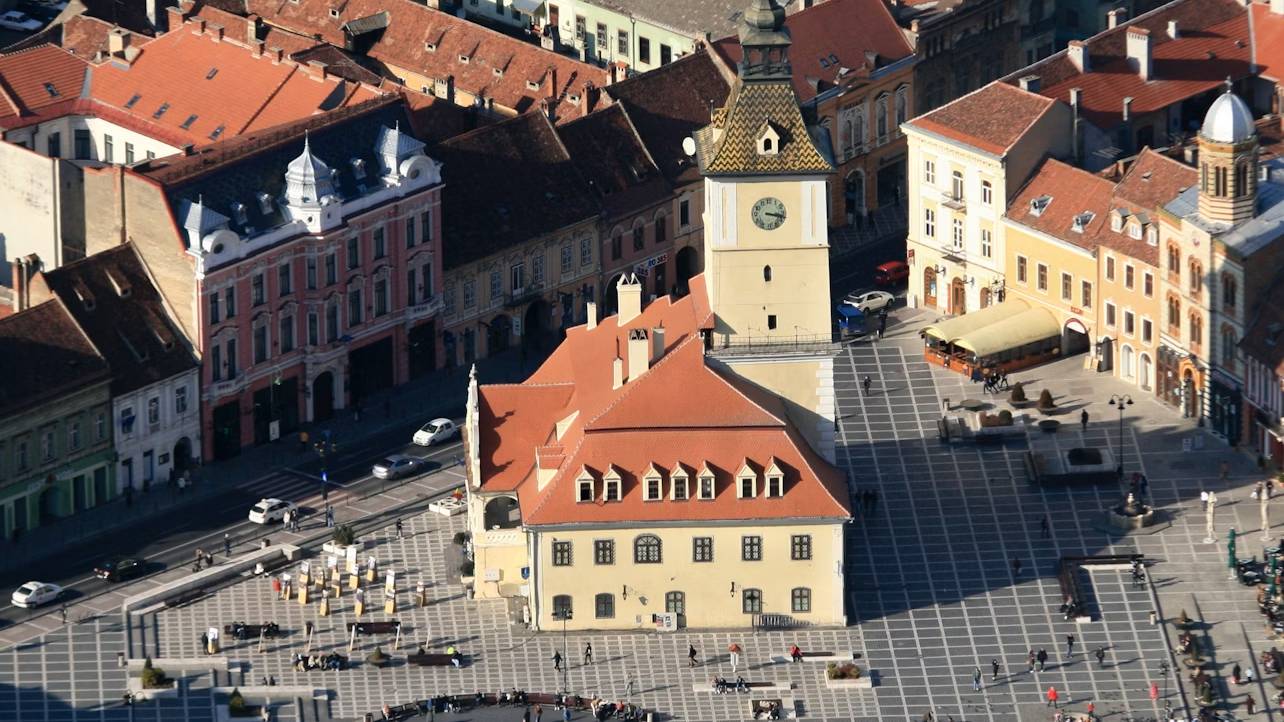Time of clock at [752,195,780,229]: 3:17
